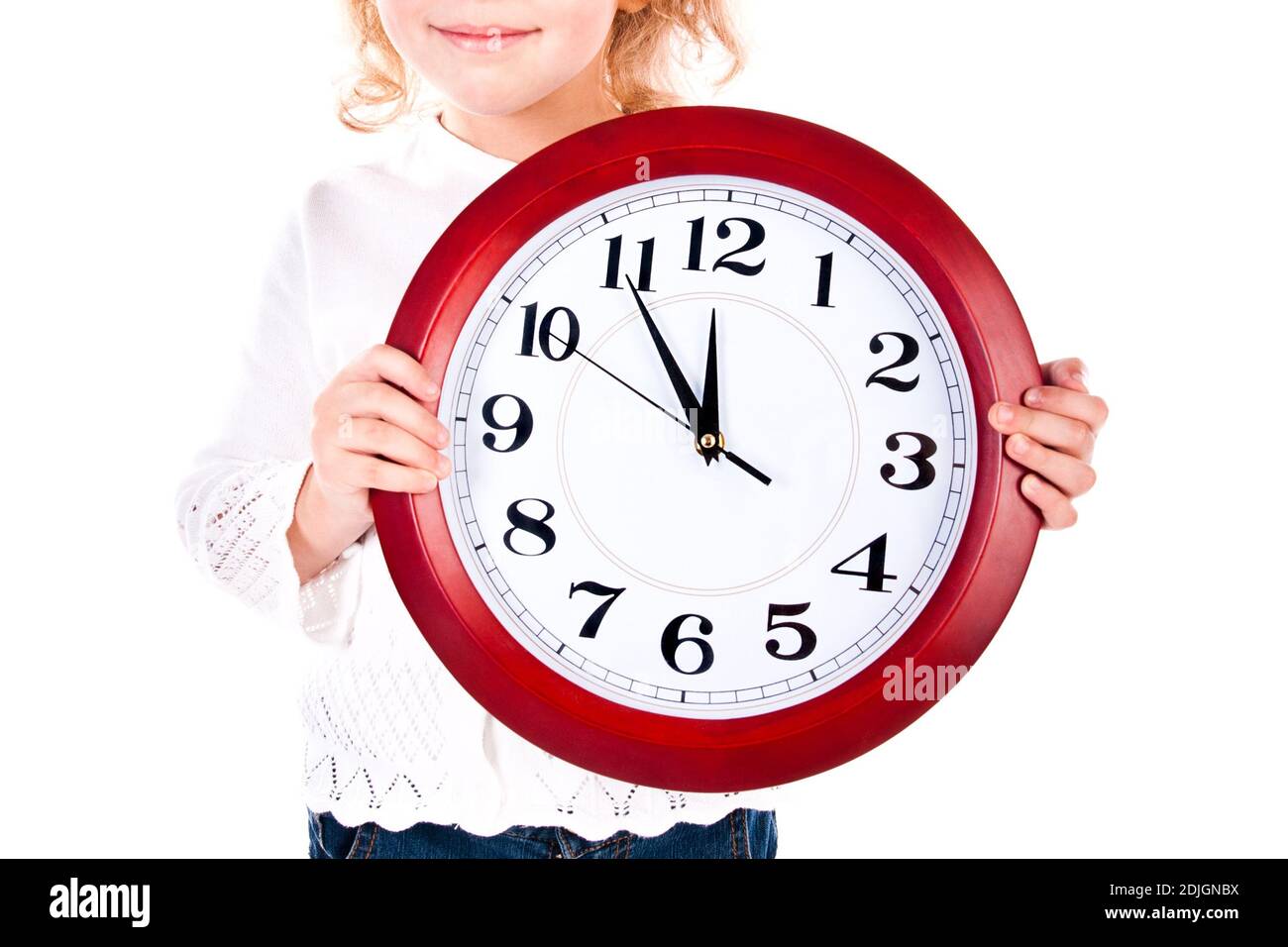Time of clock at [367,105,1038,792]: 11:54
